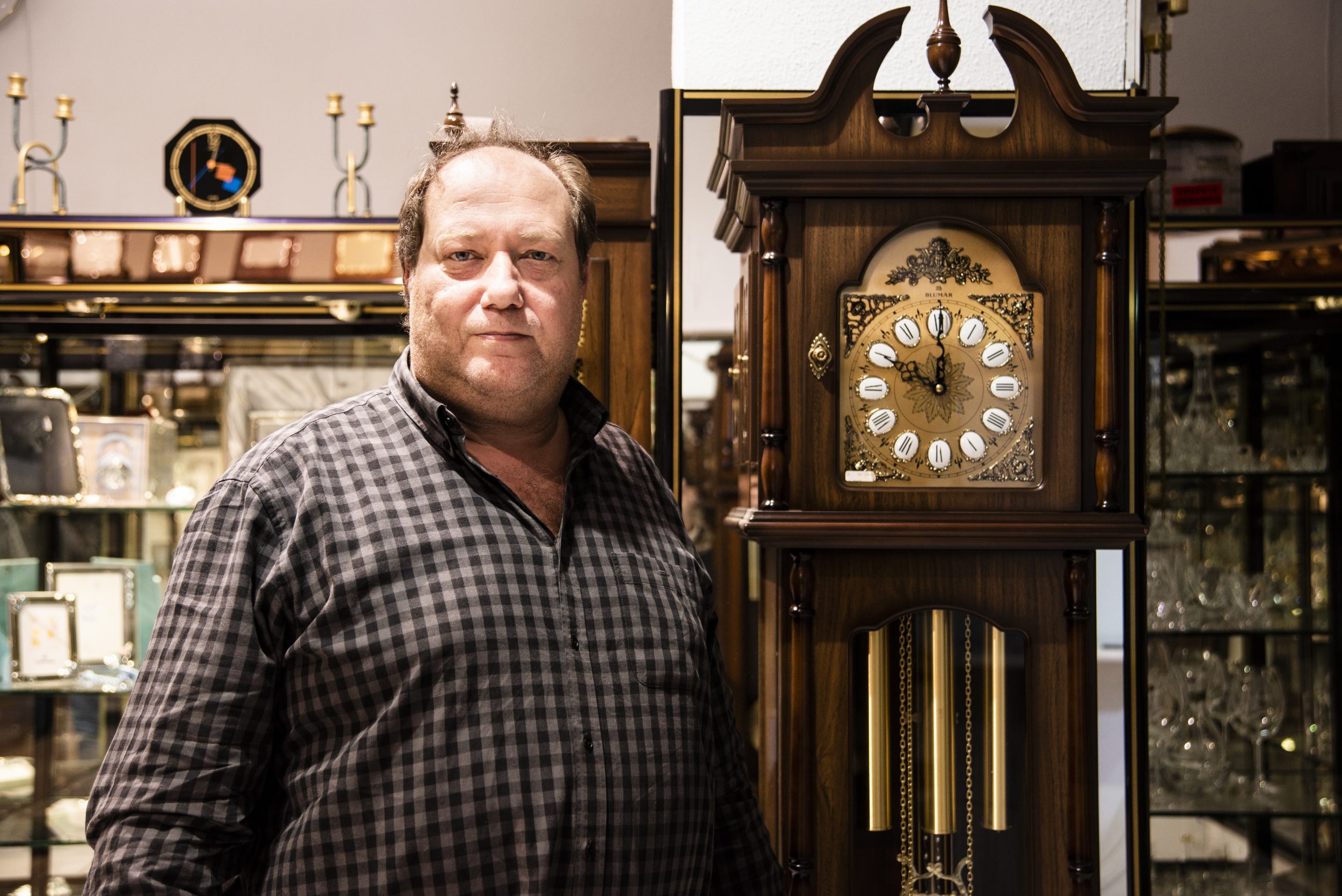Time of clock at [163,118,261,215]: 12:37
